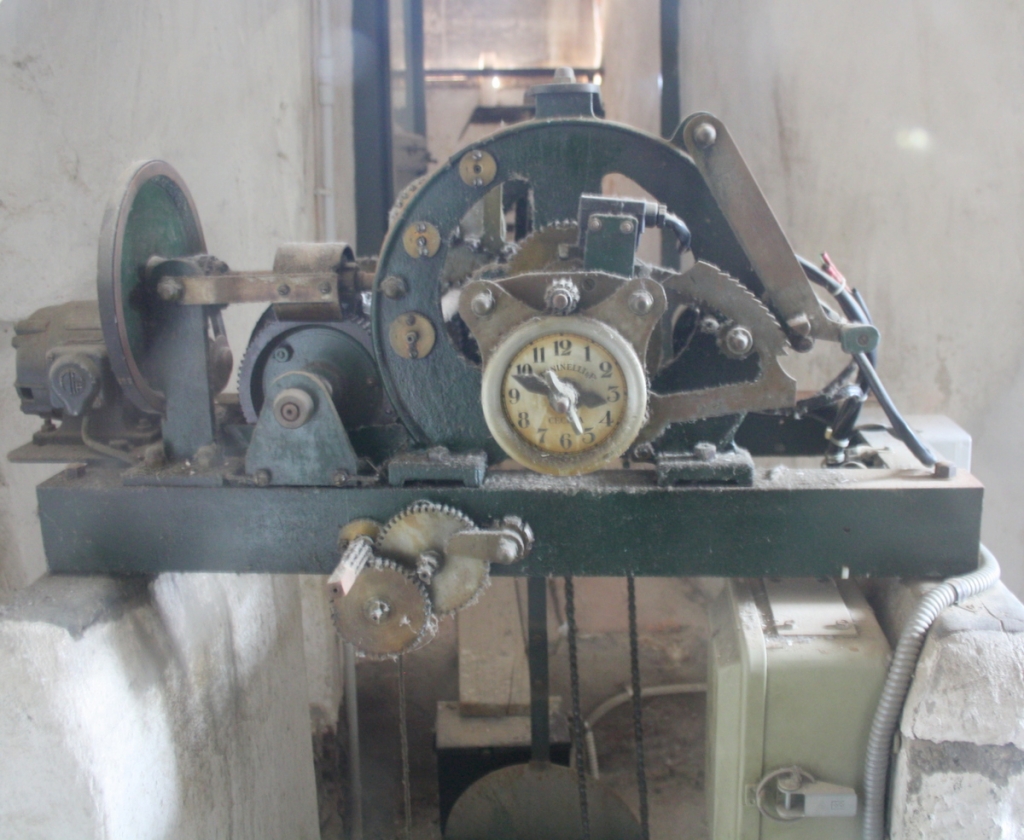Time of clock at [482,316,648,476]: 3:26
